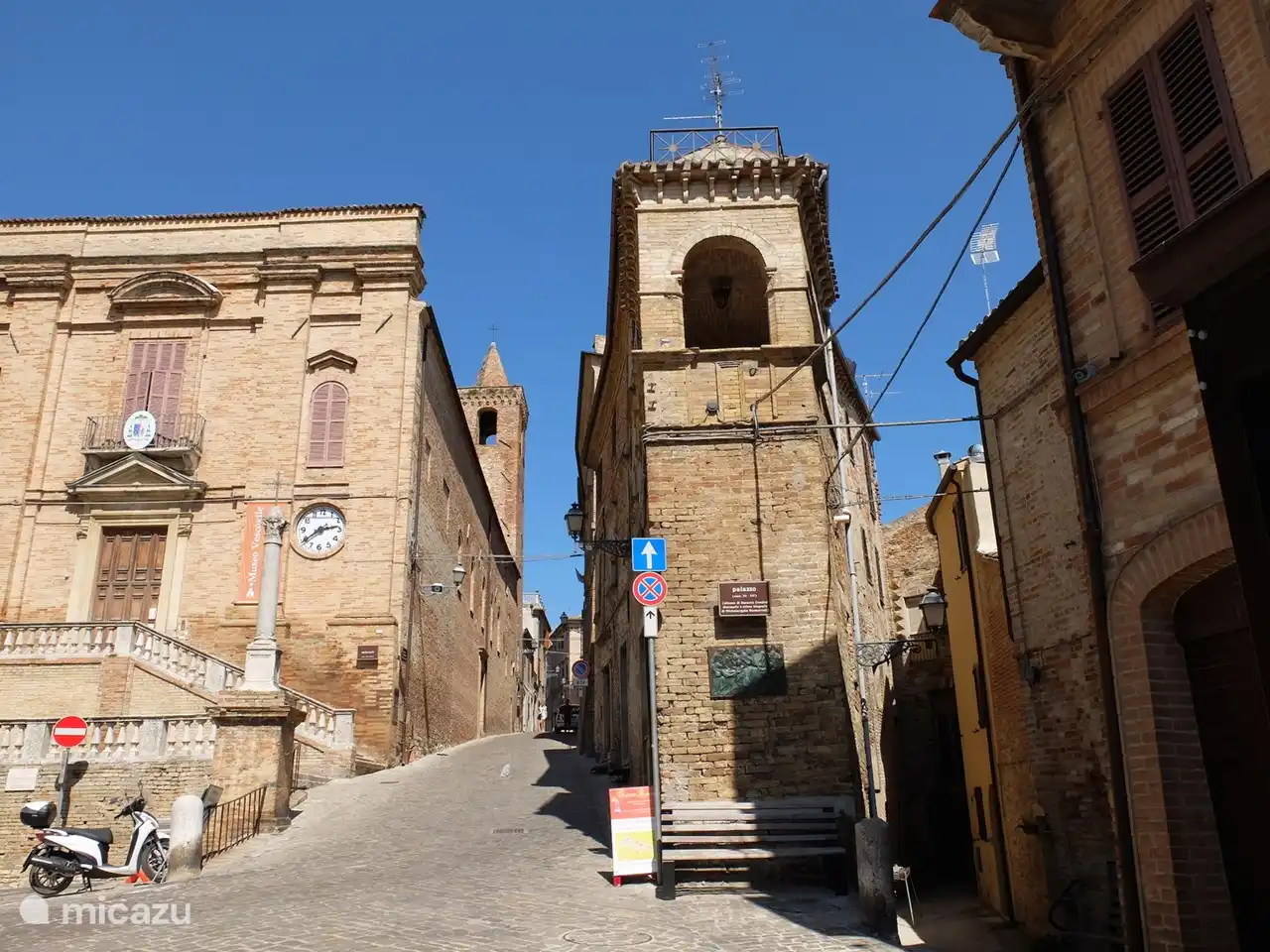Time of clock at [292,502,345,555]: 2:39
